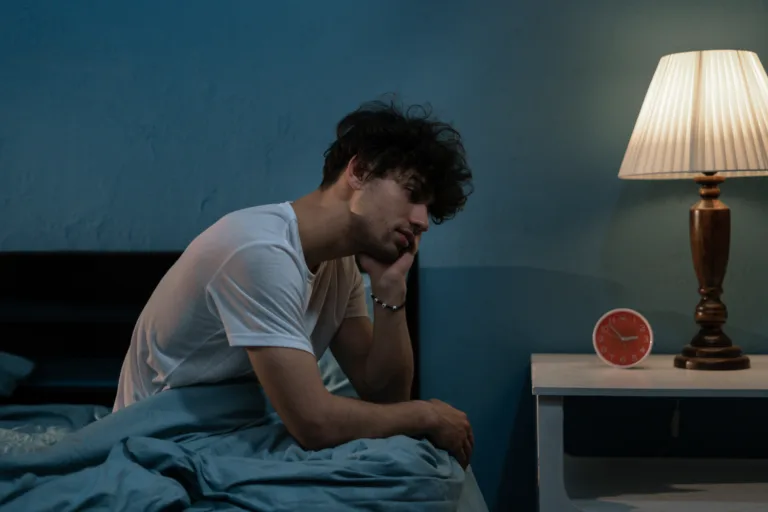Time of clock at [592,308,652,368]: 2:52
